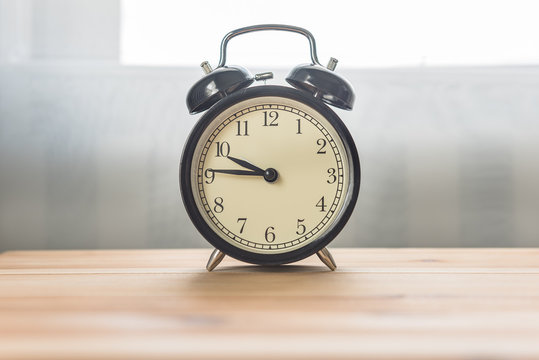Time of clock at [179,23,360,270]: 9:45
